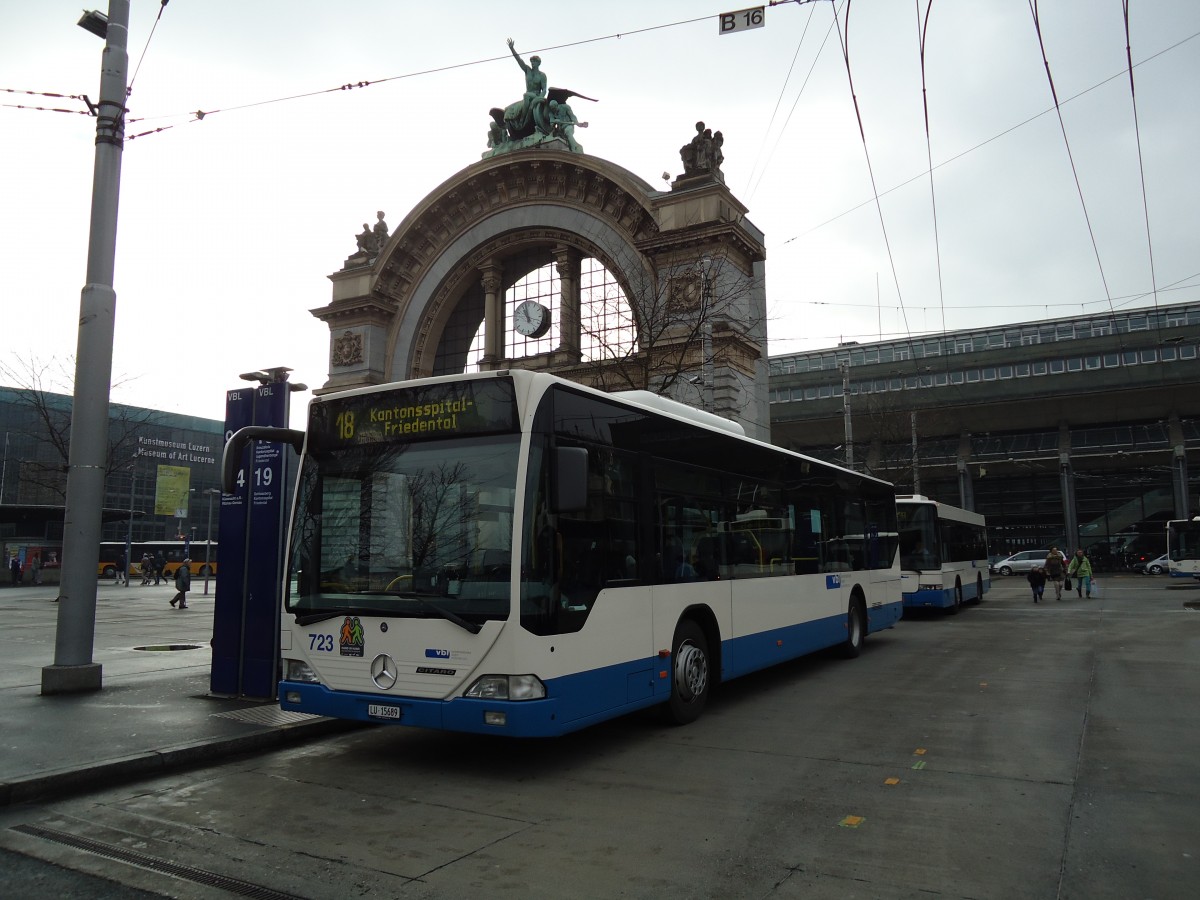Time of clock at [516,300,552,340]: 10:58
